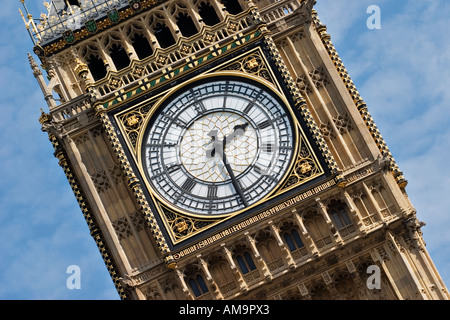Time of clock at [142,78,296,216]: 1:25
